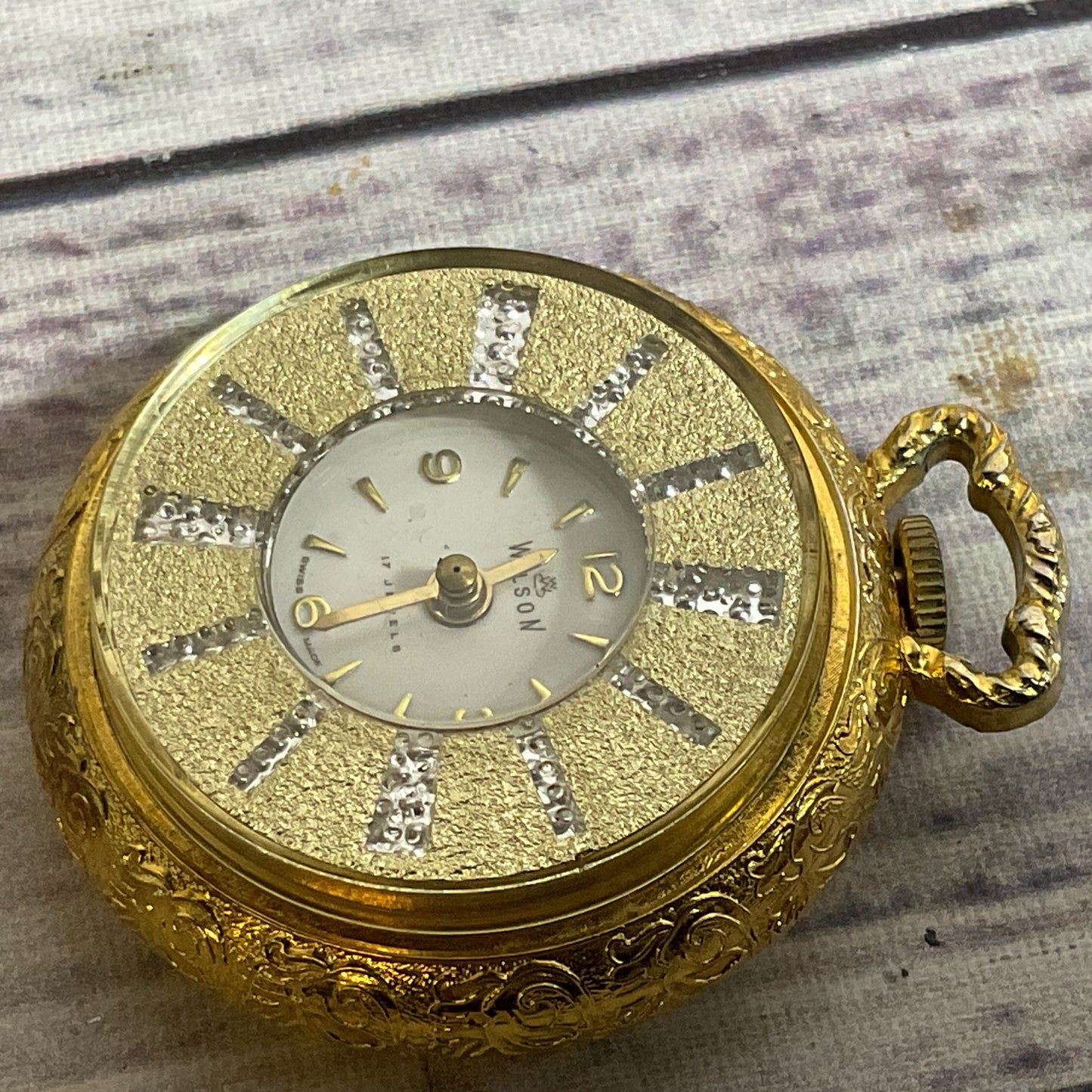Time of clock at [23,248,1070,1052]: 7:40
